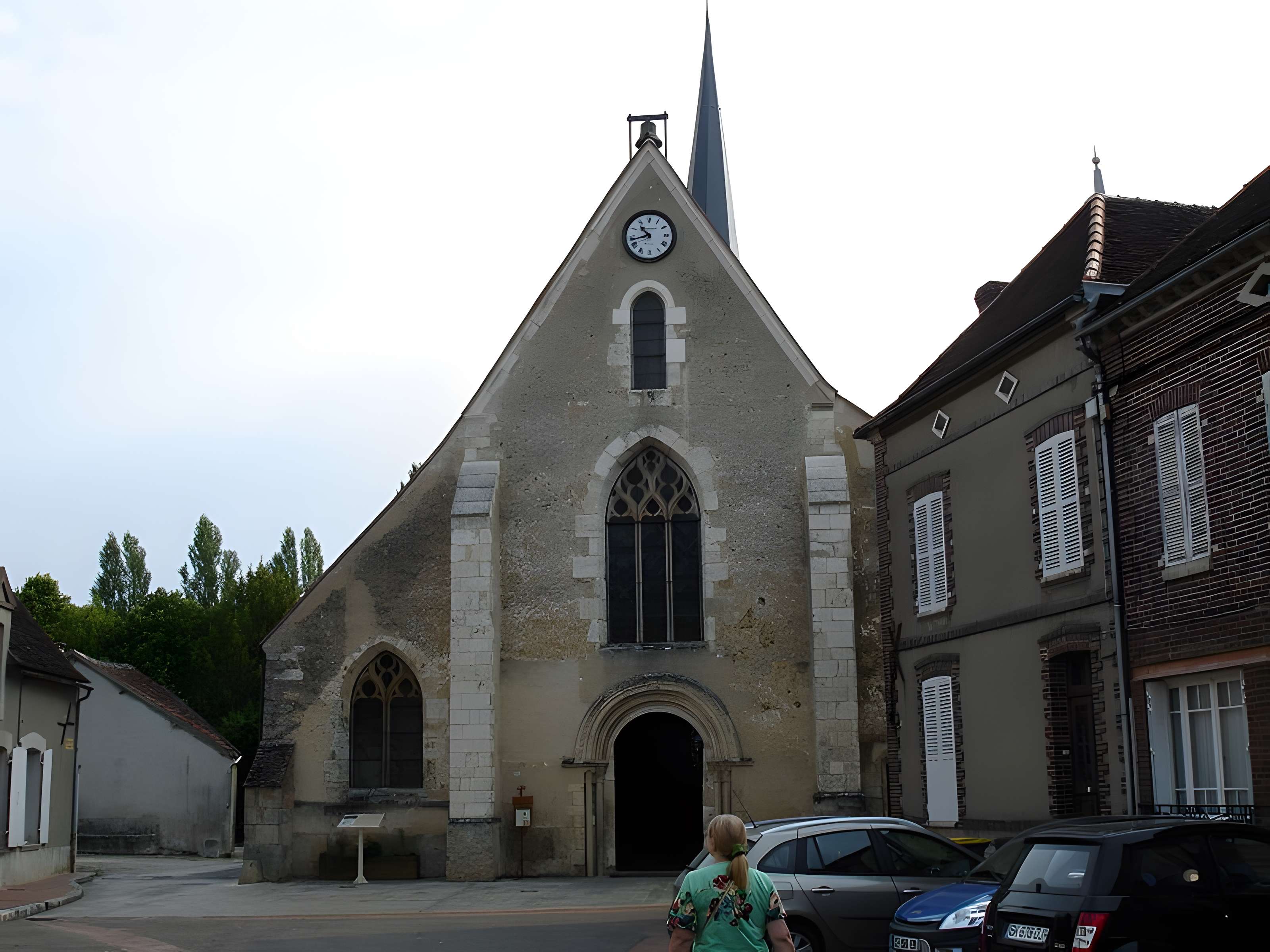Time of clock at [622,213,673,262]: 10:42
